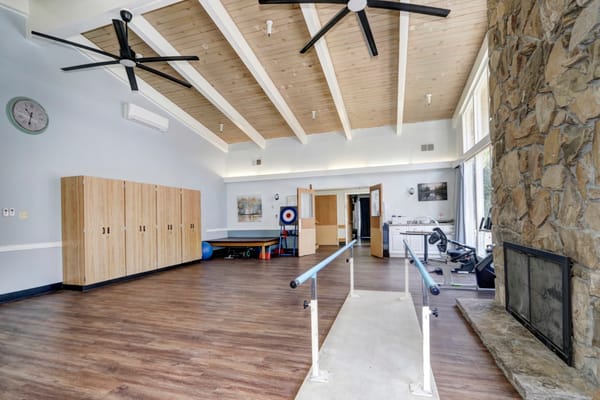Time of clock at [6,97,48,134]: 10:32
